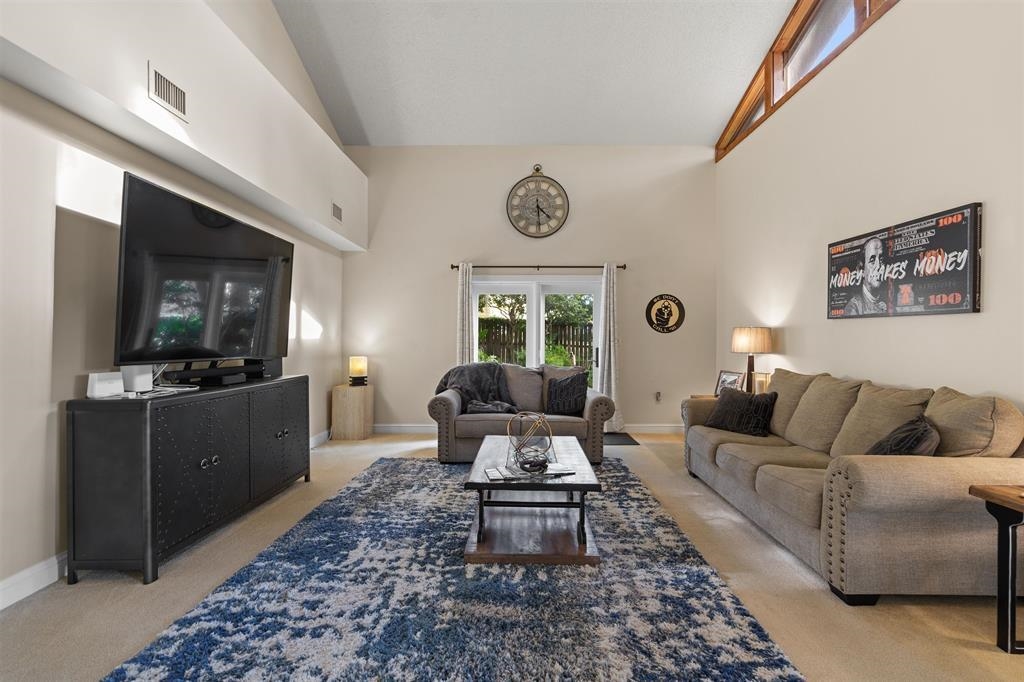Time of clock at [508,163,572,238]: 4:29
